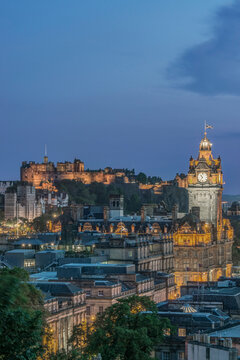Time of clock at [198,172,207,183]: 10:36
